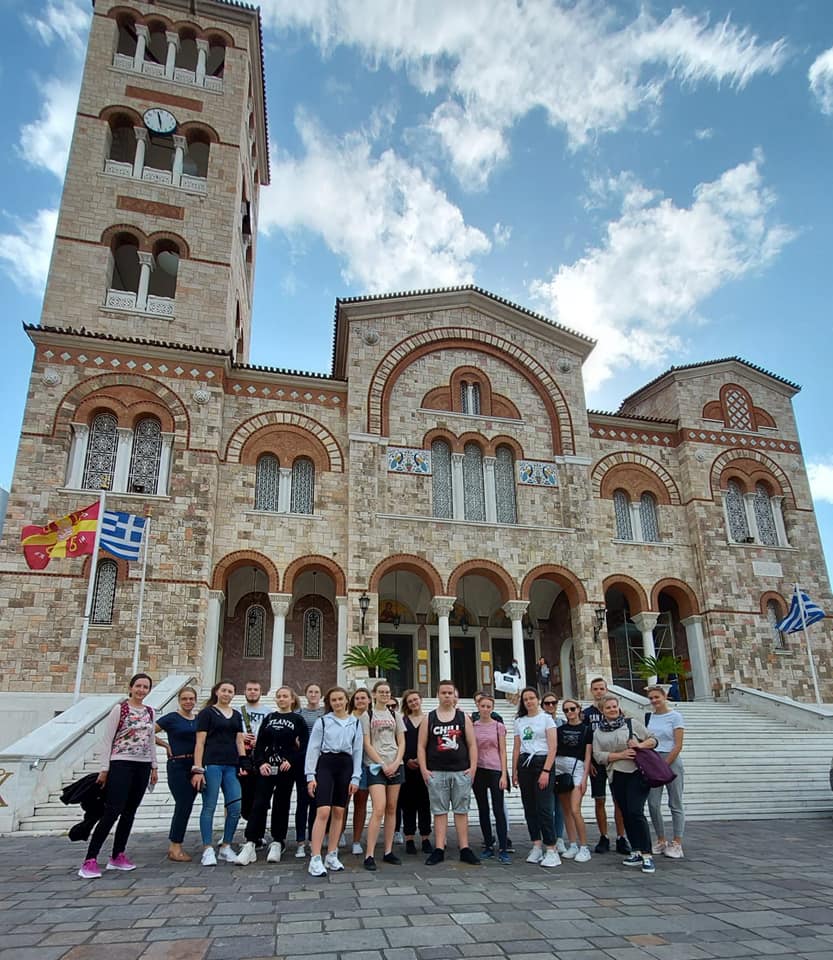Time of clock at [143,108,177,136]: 11:28
